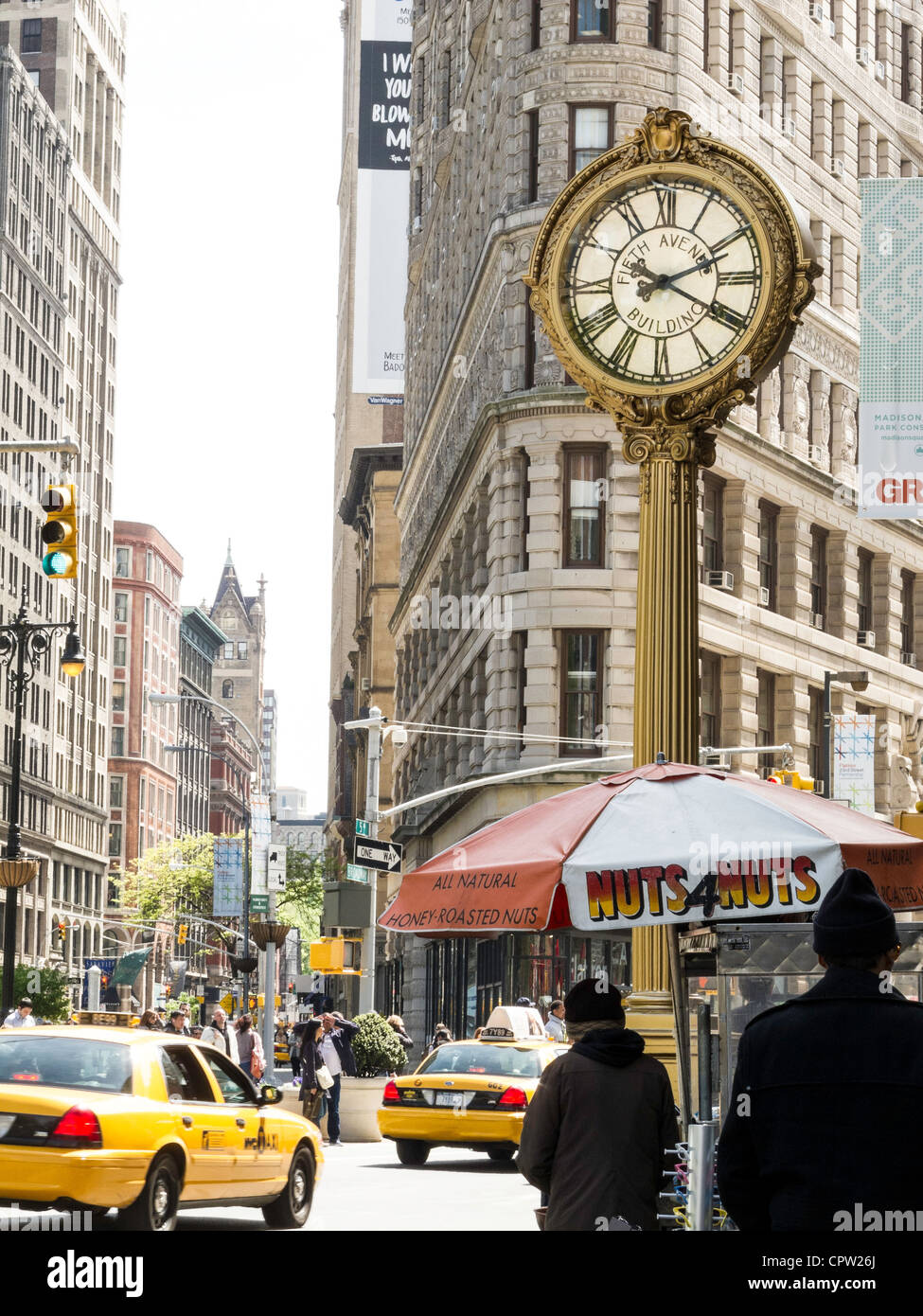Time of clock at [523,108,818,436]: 2:19
